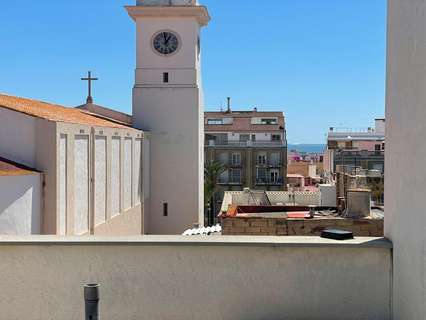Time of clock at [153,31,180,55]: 12:58
